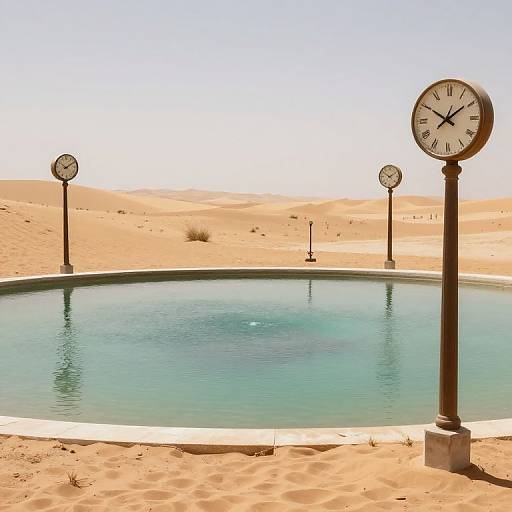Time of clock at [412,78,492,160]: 1:50
